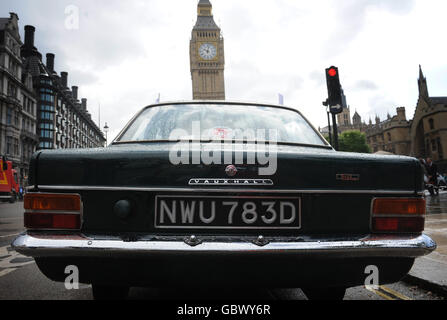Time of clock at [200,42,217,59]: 10:02
